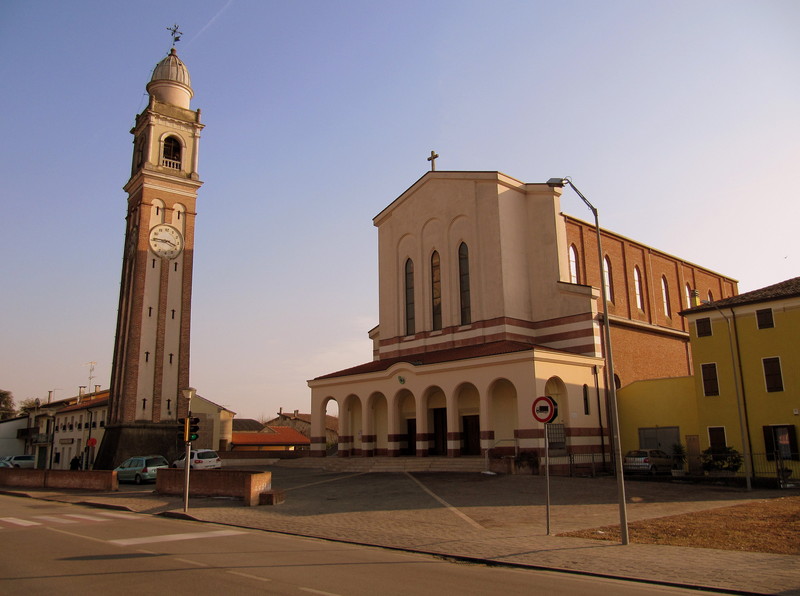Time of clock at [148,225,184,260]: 3:45
